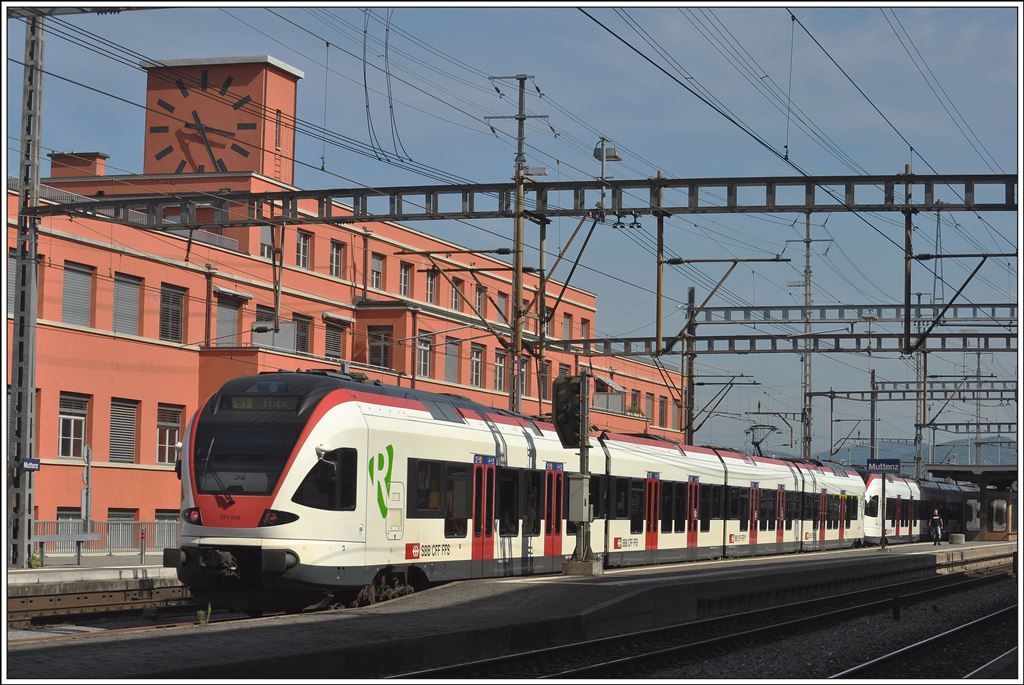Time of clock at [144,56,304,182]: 3:26
